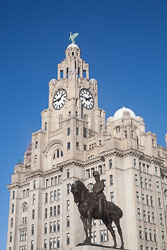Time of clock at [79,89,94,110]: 1:46
